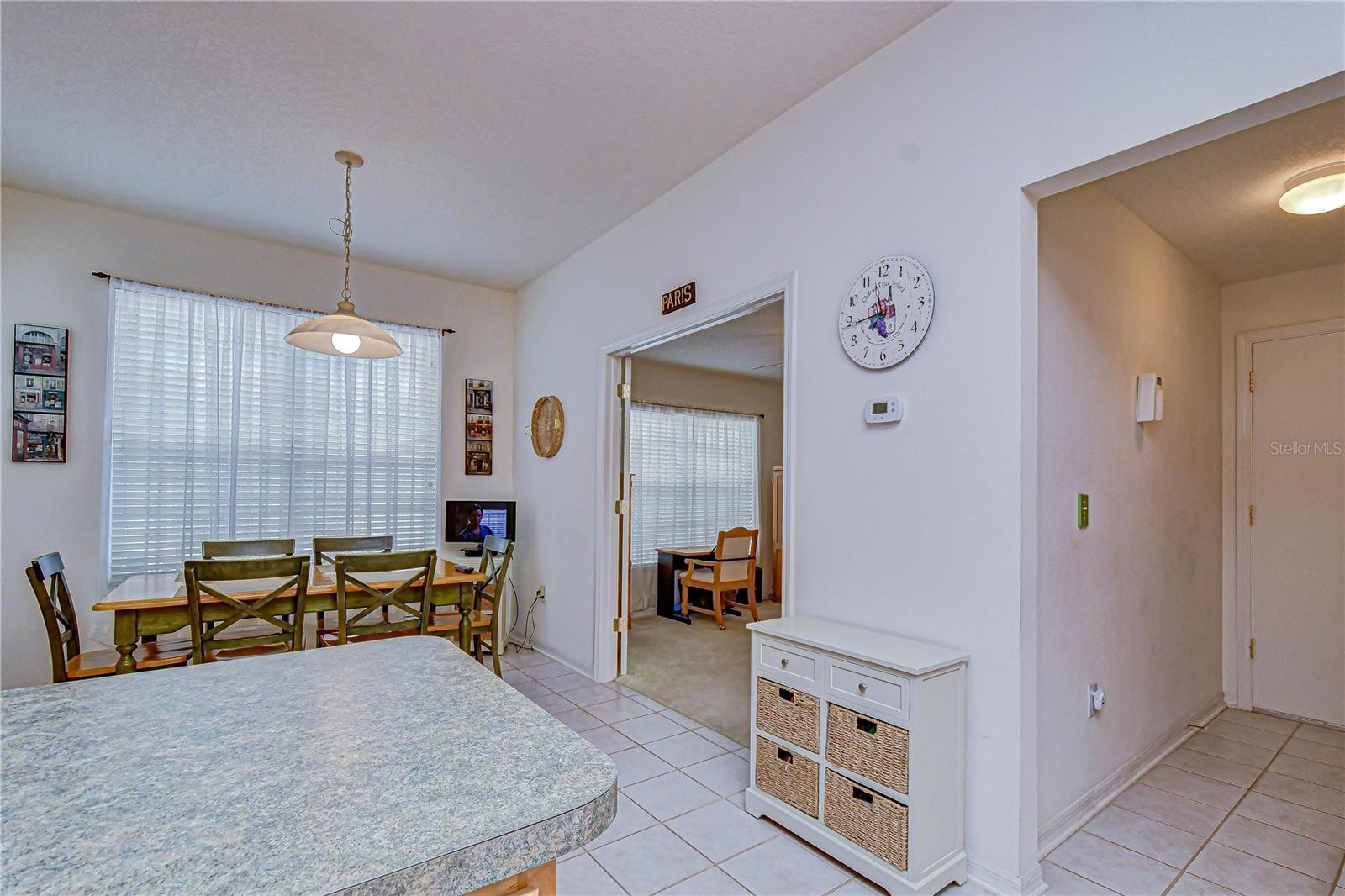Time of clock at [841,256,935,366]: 11:43
